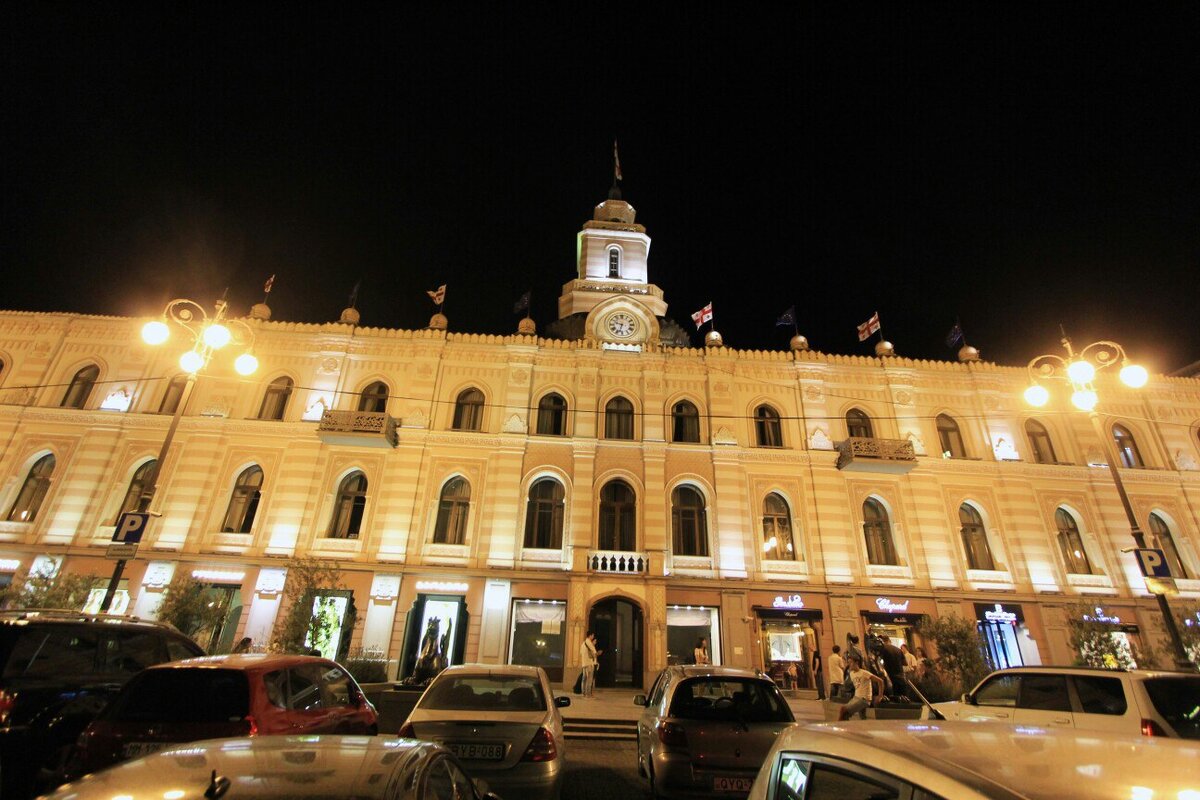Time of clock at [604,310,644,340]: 9:32
